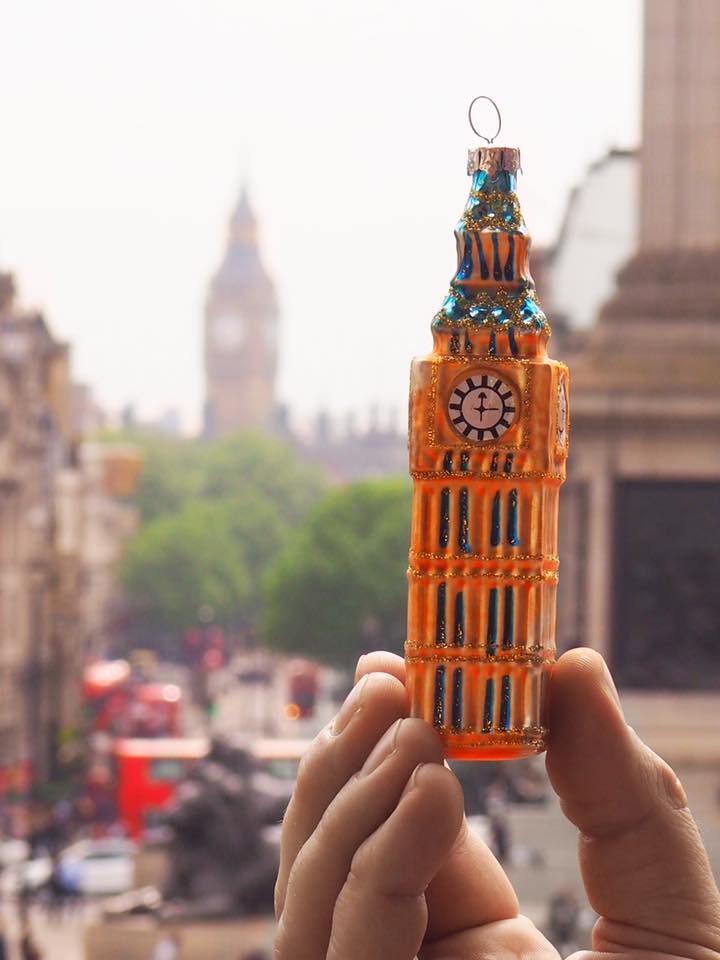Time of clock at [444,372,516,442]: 12:14
